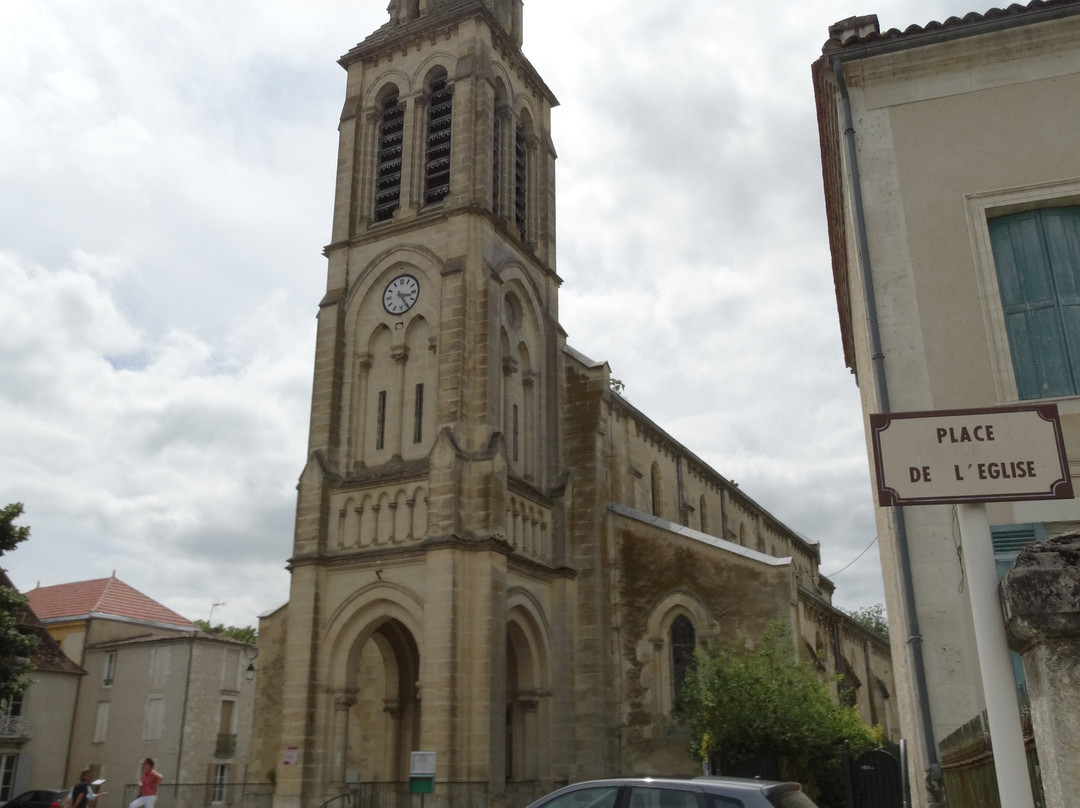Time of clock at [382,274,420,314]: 3:25
